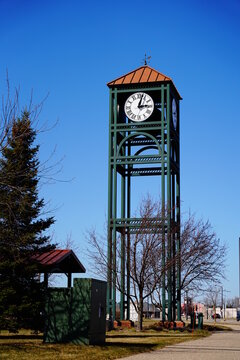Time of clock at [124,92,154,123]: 3:02
